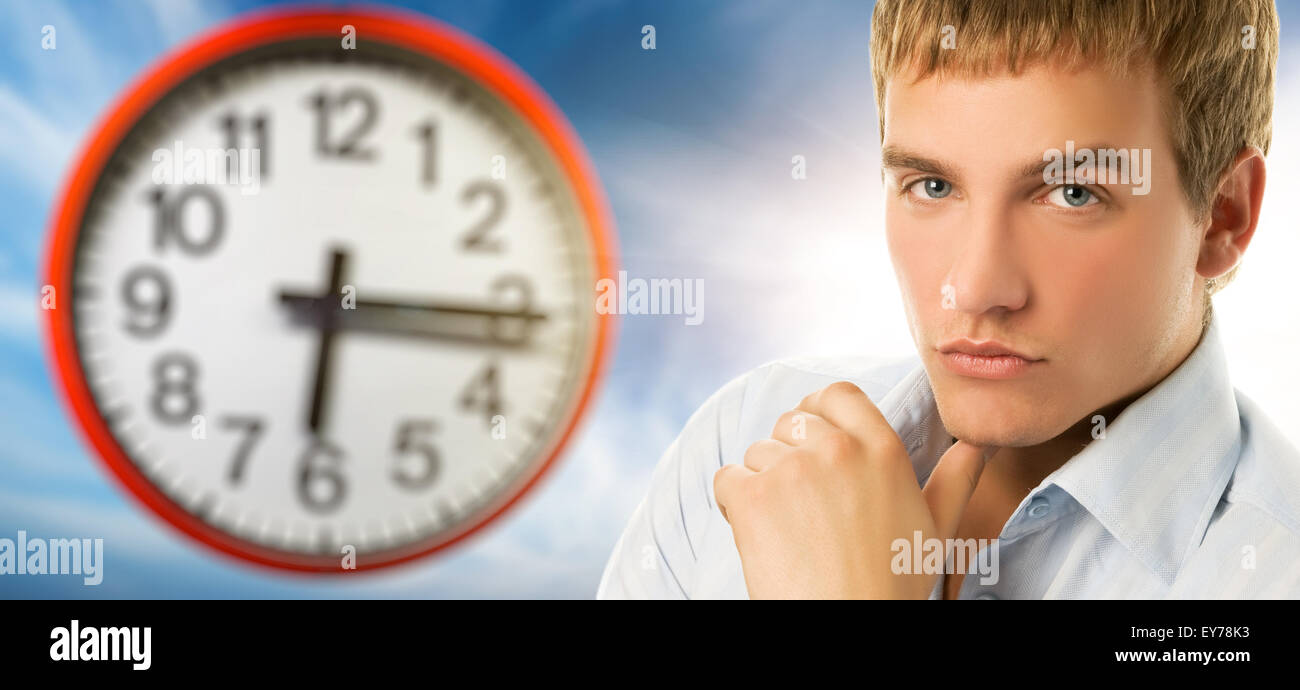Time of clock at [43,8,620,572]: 6:15
